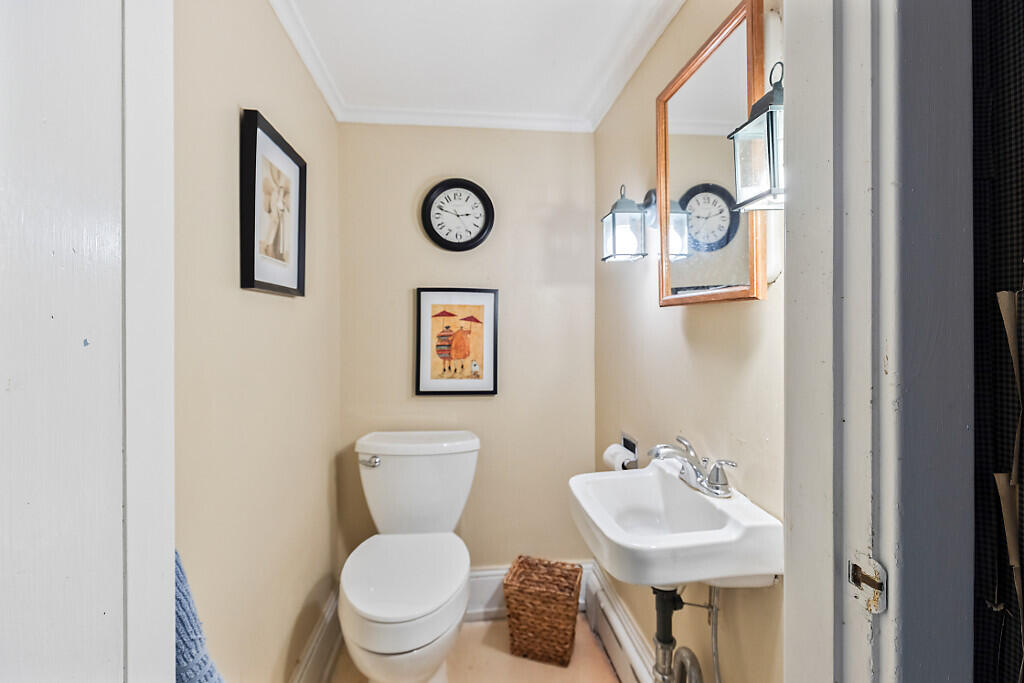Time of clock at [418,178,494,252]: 2:48
